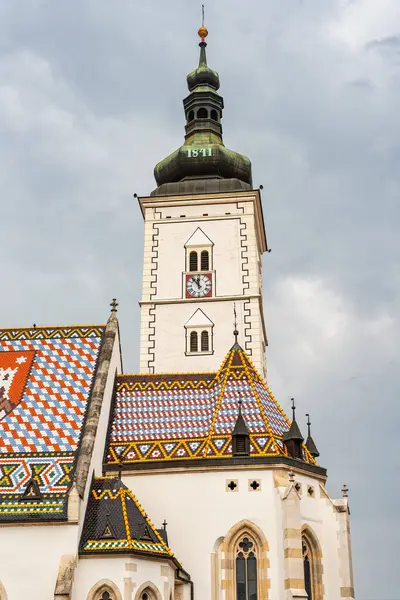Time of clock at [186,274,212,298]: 11:53
